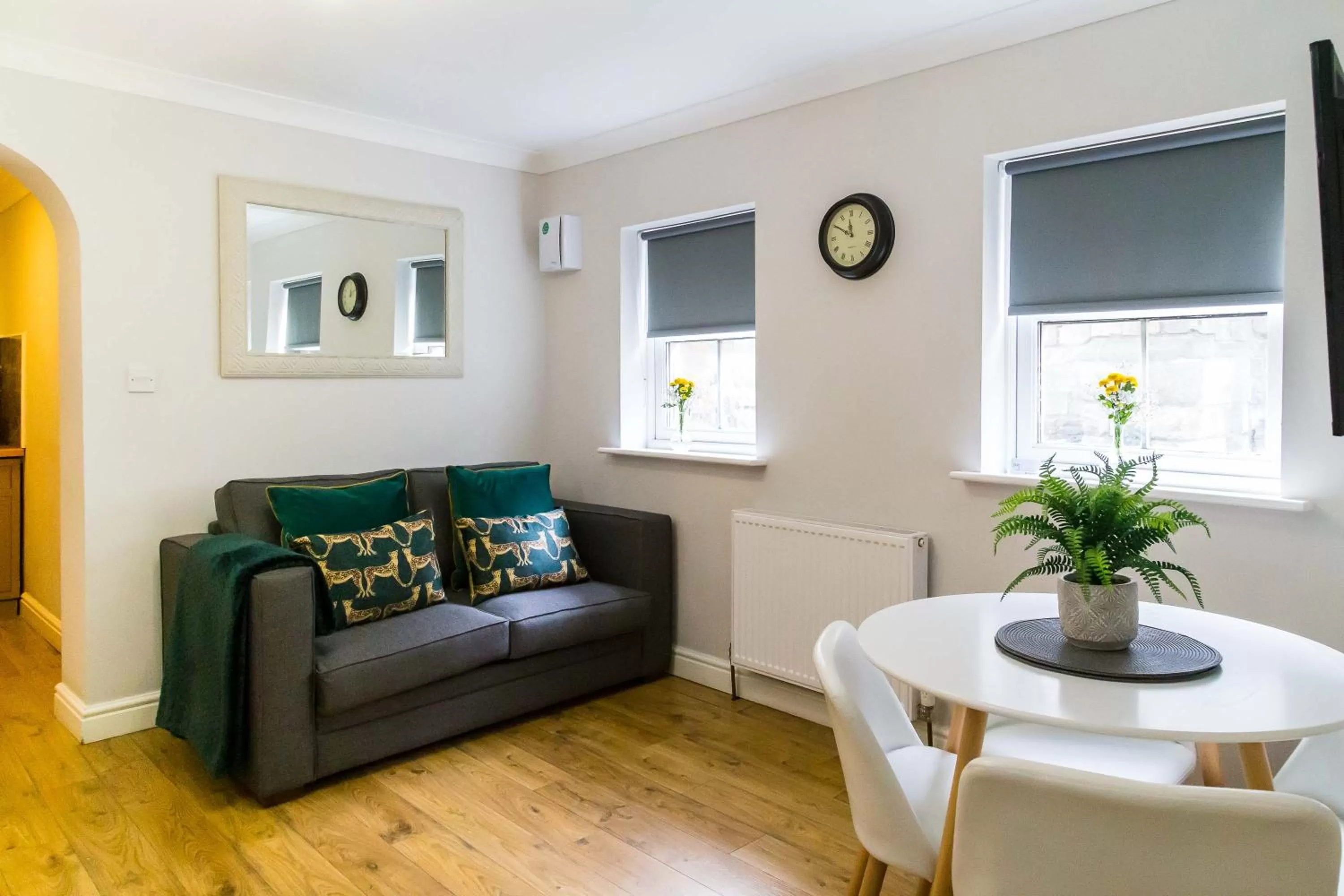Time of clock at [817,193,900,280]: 11:50
